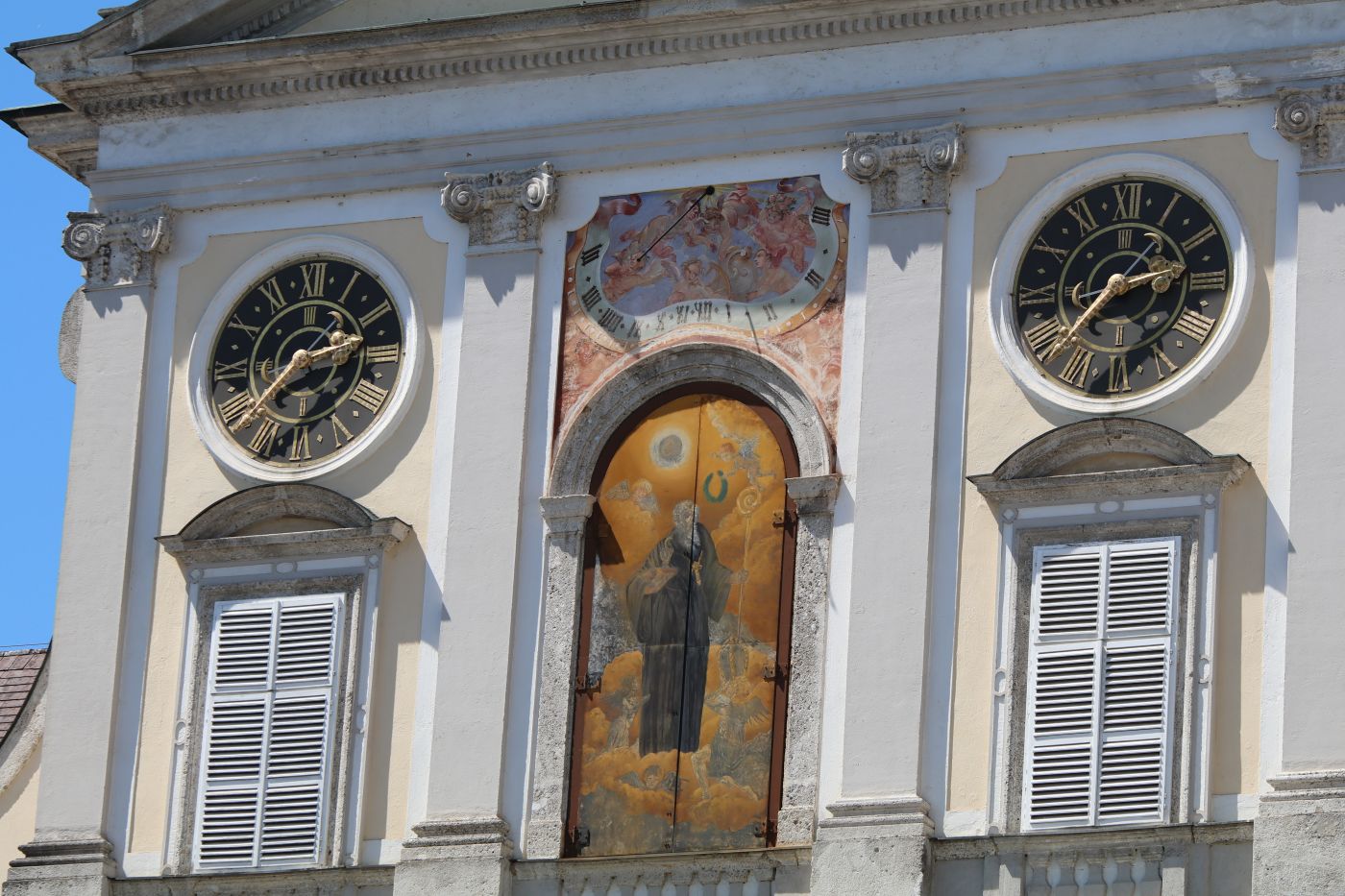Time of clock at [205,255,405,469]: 2:38
